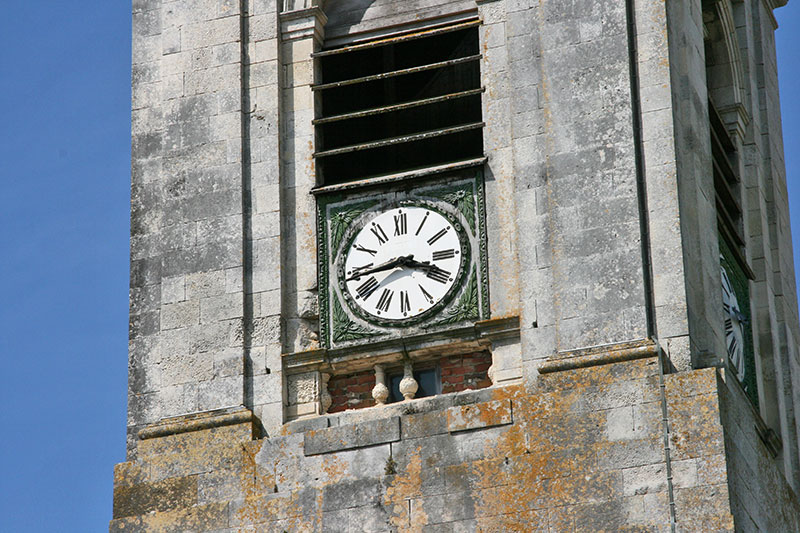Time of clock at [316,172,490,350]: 3:43
